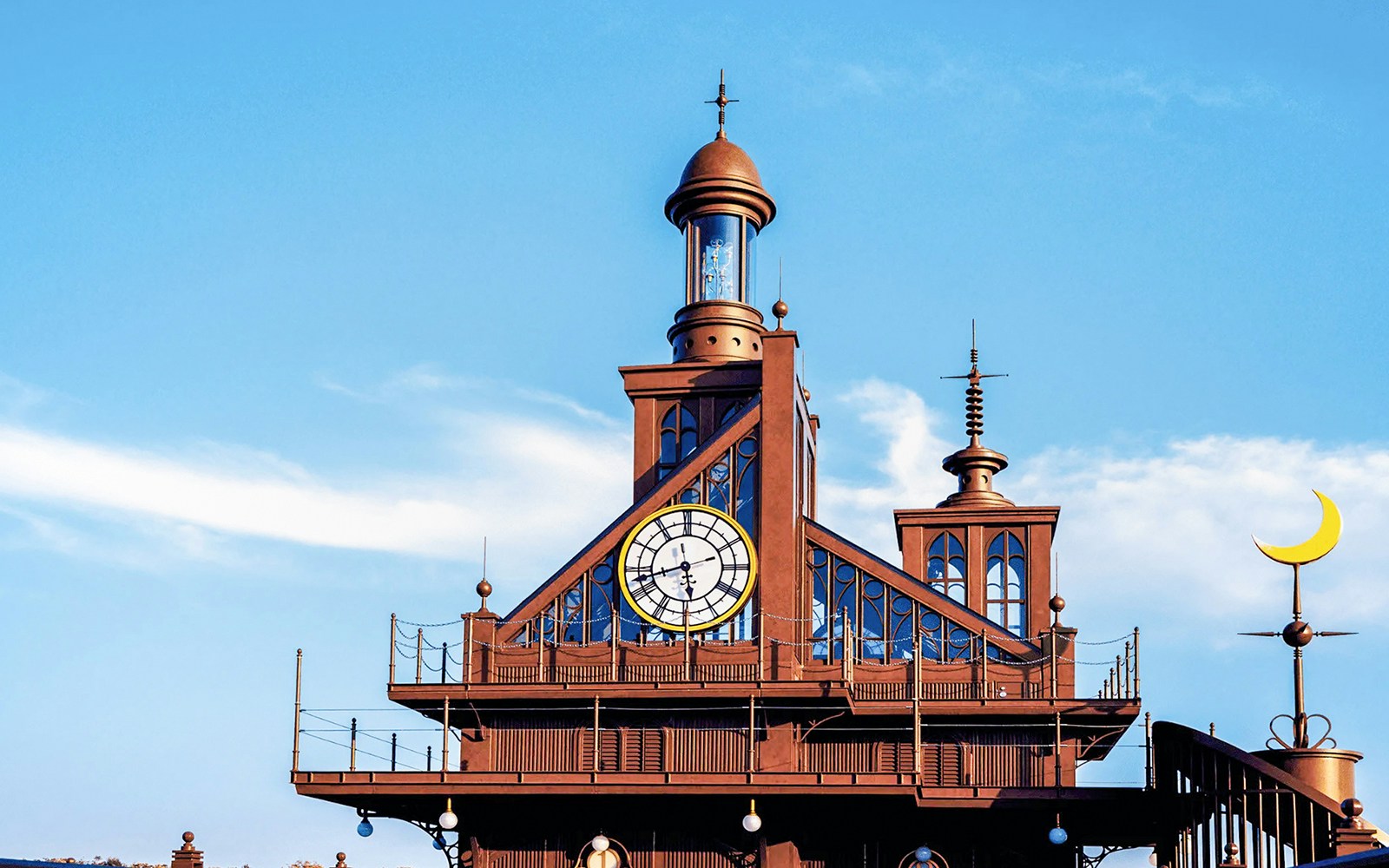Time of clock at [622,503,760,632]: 5:42
